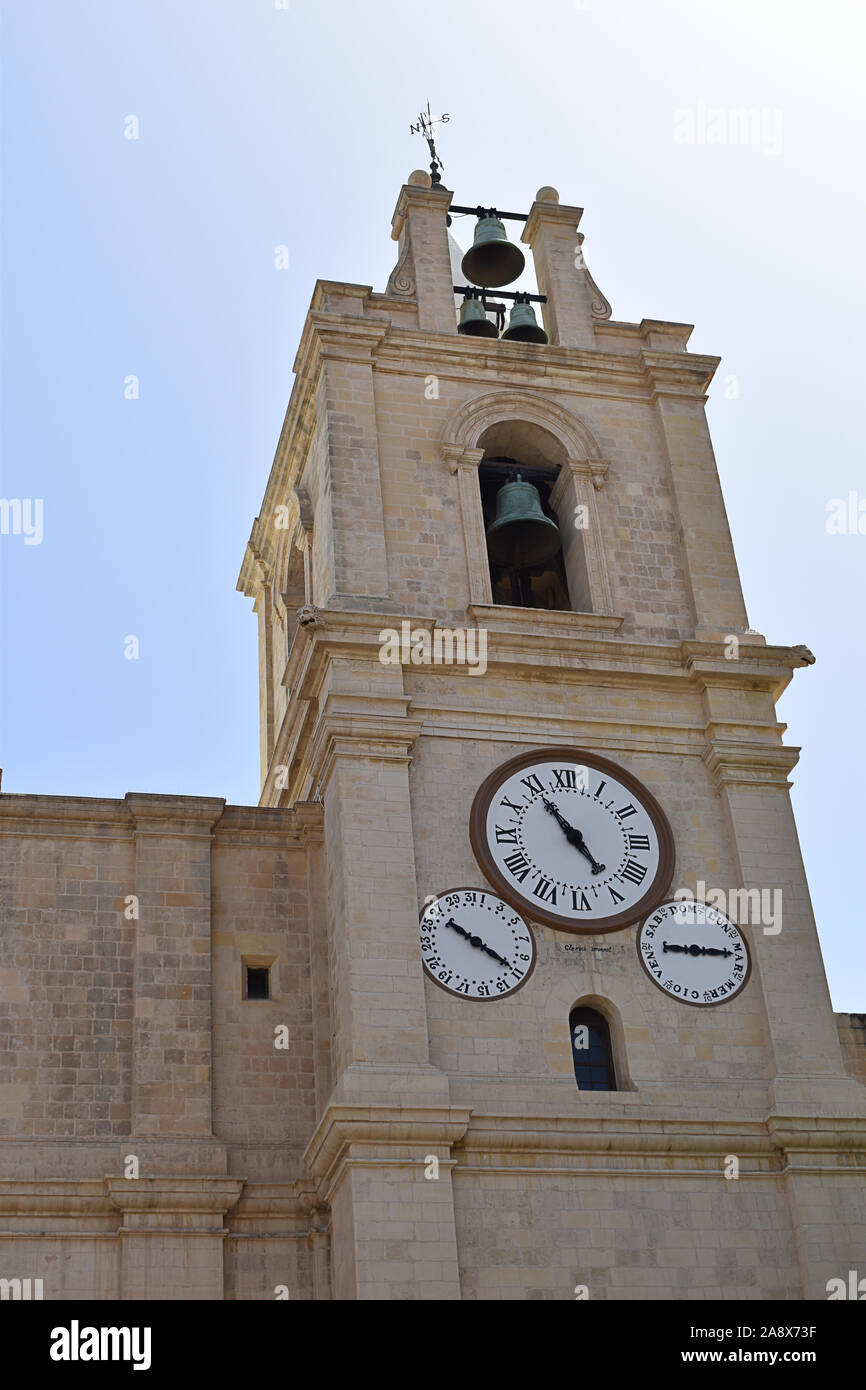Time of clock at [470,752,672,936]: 4:54
